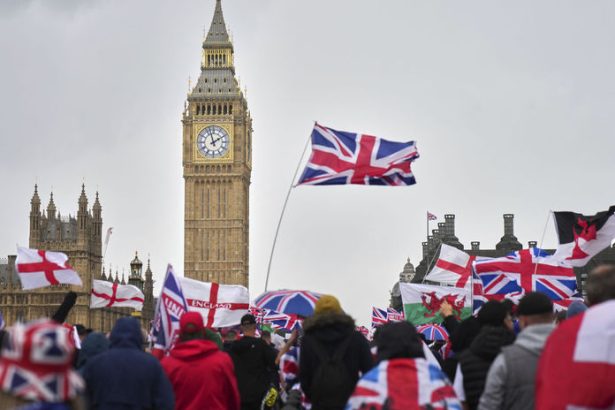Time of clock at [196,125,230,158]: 1:57
